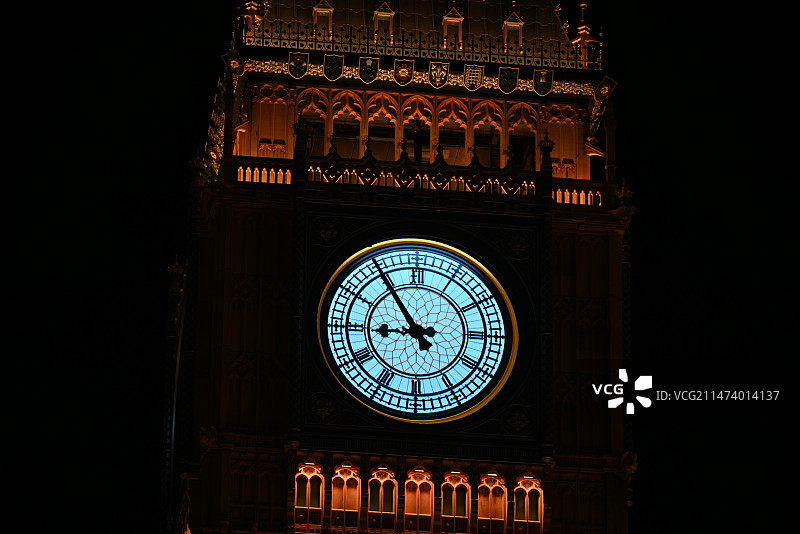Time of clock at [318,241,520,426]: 8:54
